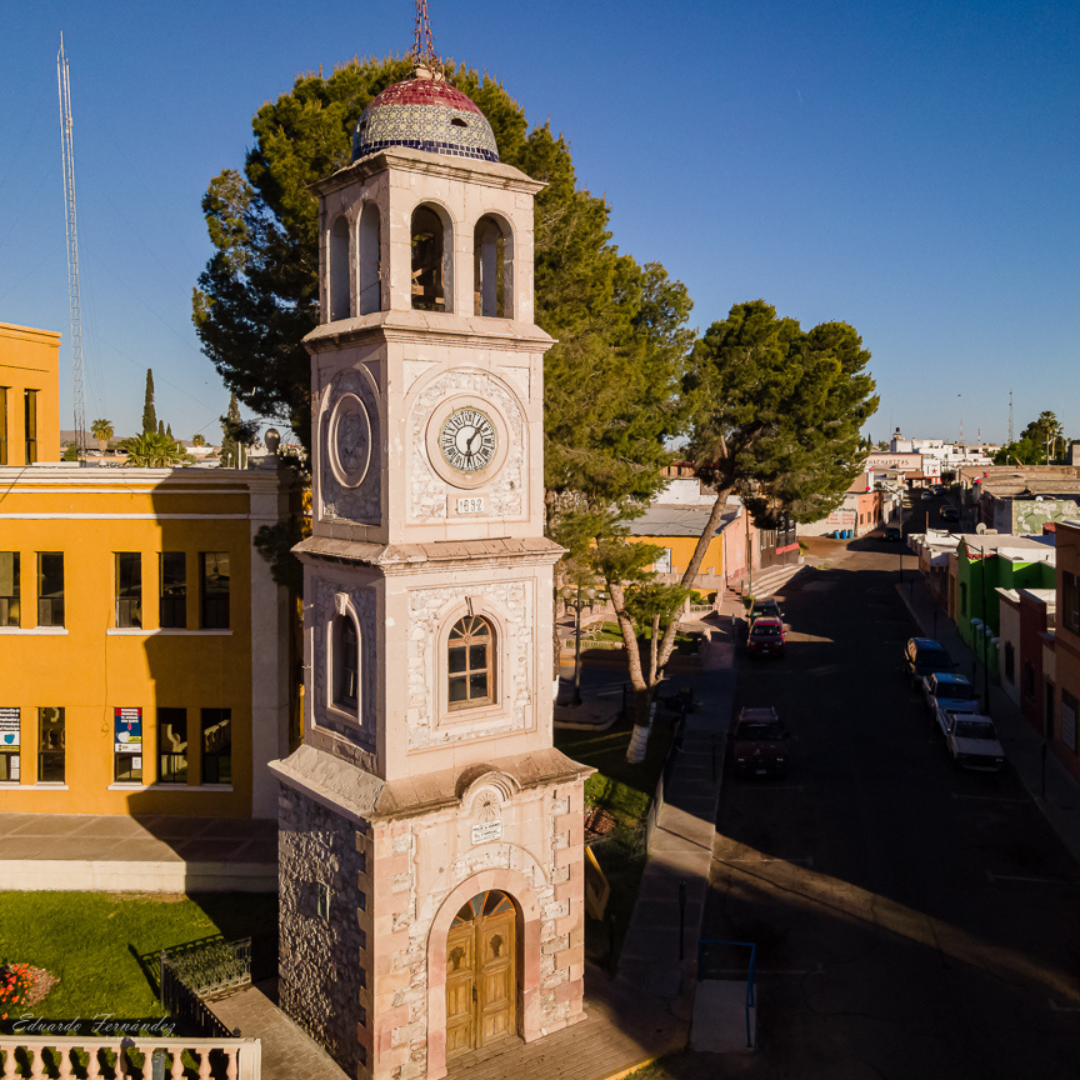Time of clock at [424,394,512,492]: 6:06
